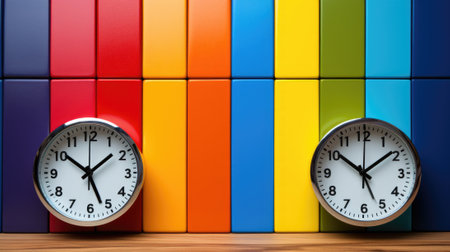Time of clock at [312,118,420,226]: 10:08
